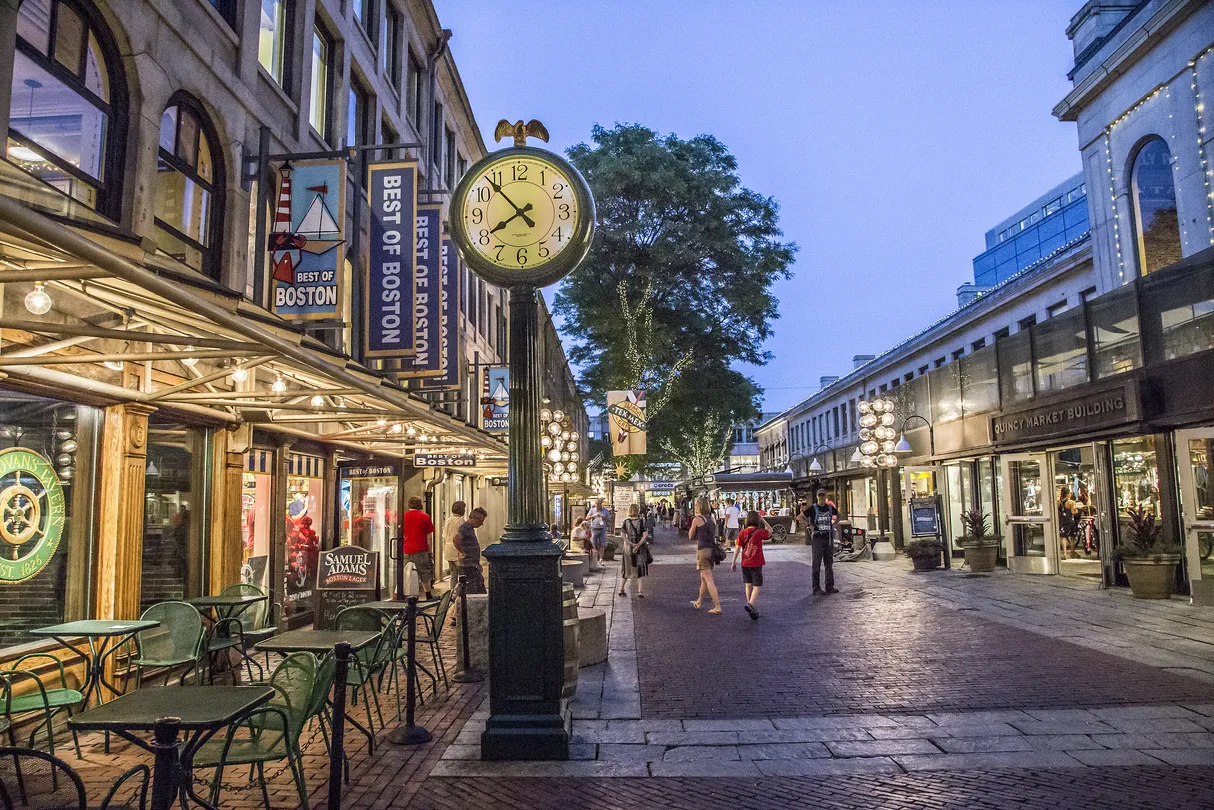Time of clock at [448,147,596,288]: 7:53
